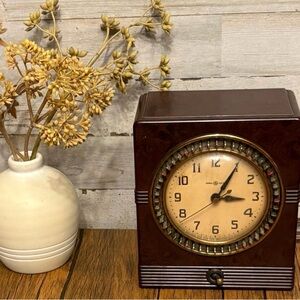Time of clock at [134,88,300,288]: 3:04
